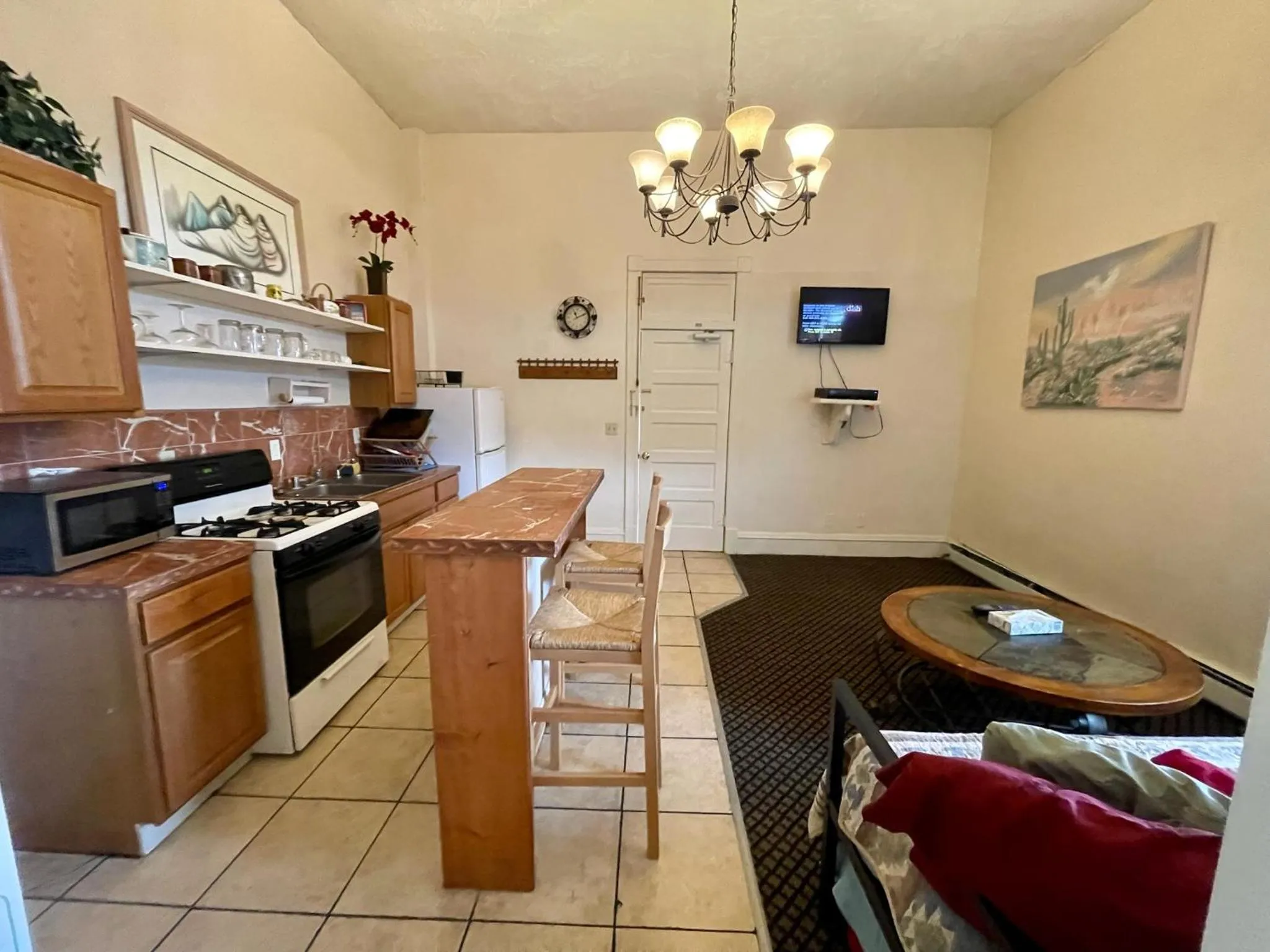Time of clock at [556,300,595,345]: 11:11
